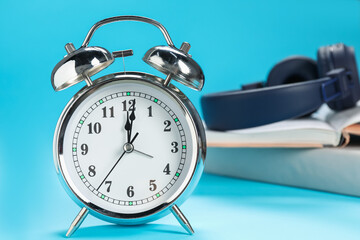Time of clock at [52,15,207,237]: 12:01
